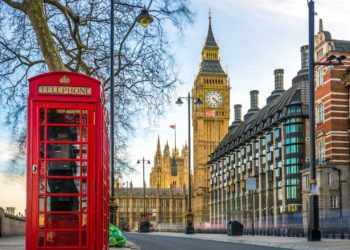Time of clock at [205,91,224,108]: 4:22
